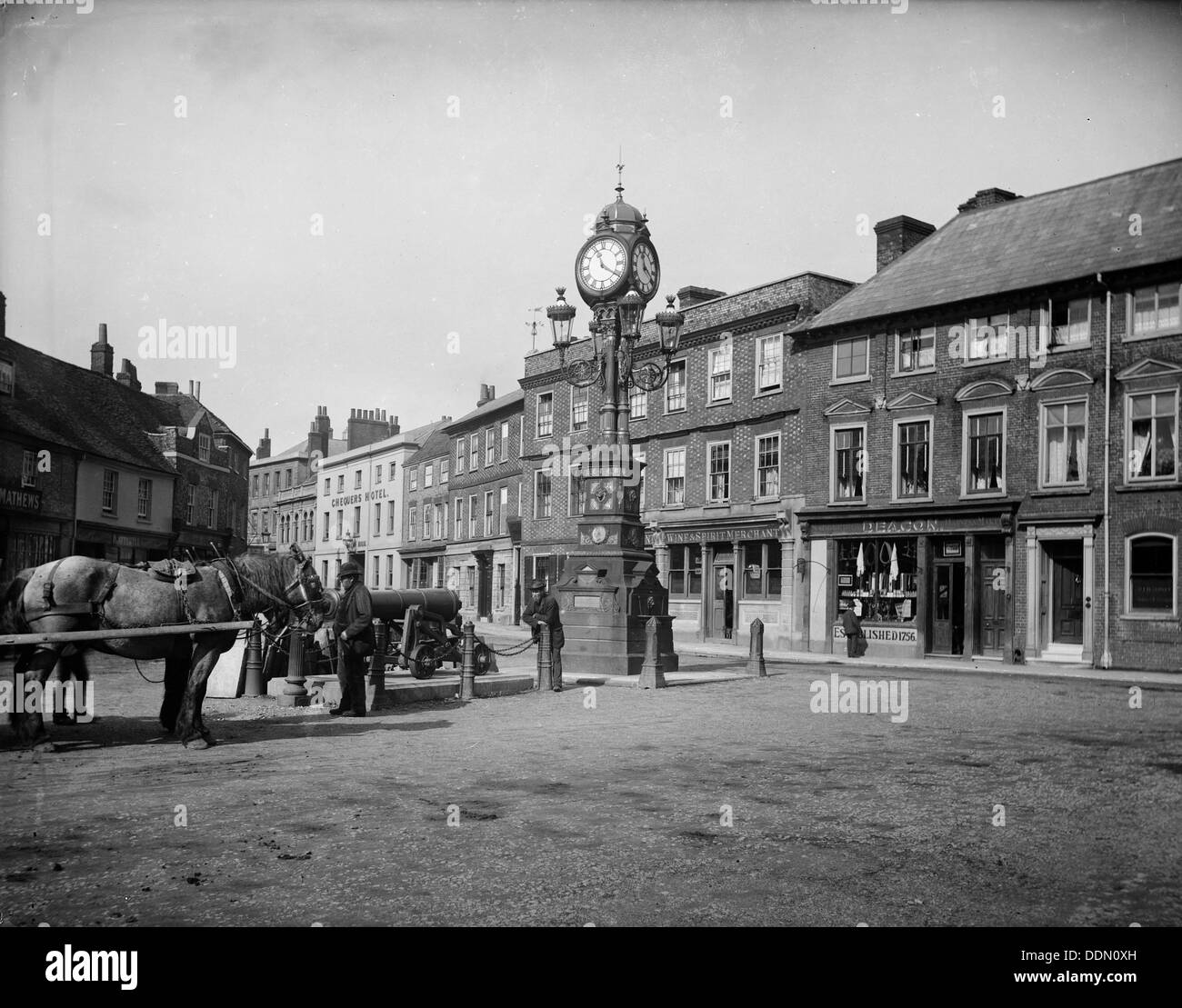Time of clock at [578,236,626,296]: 11:20
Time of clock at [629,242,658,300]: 11:20
